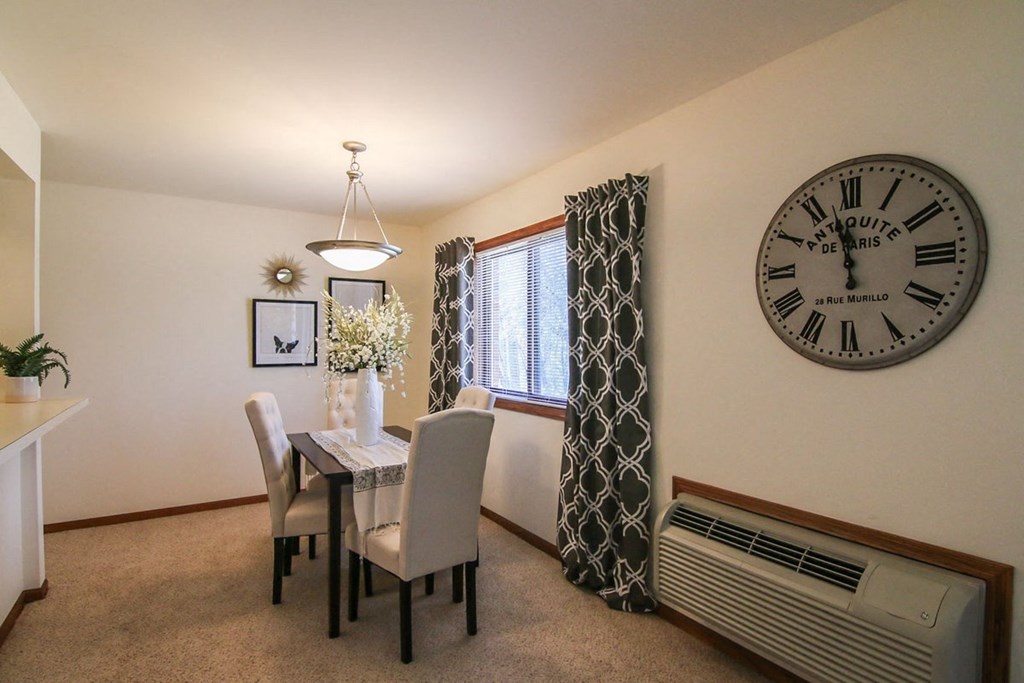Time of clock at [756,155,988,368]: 11:57
